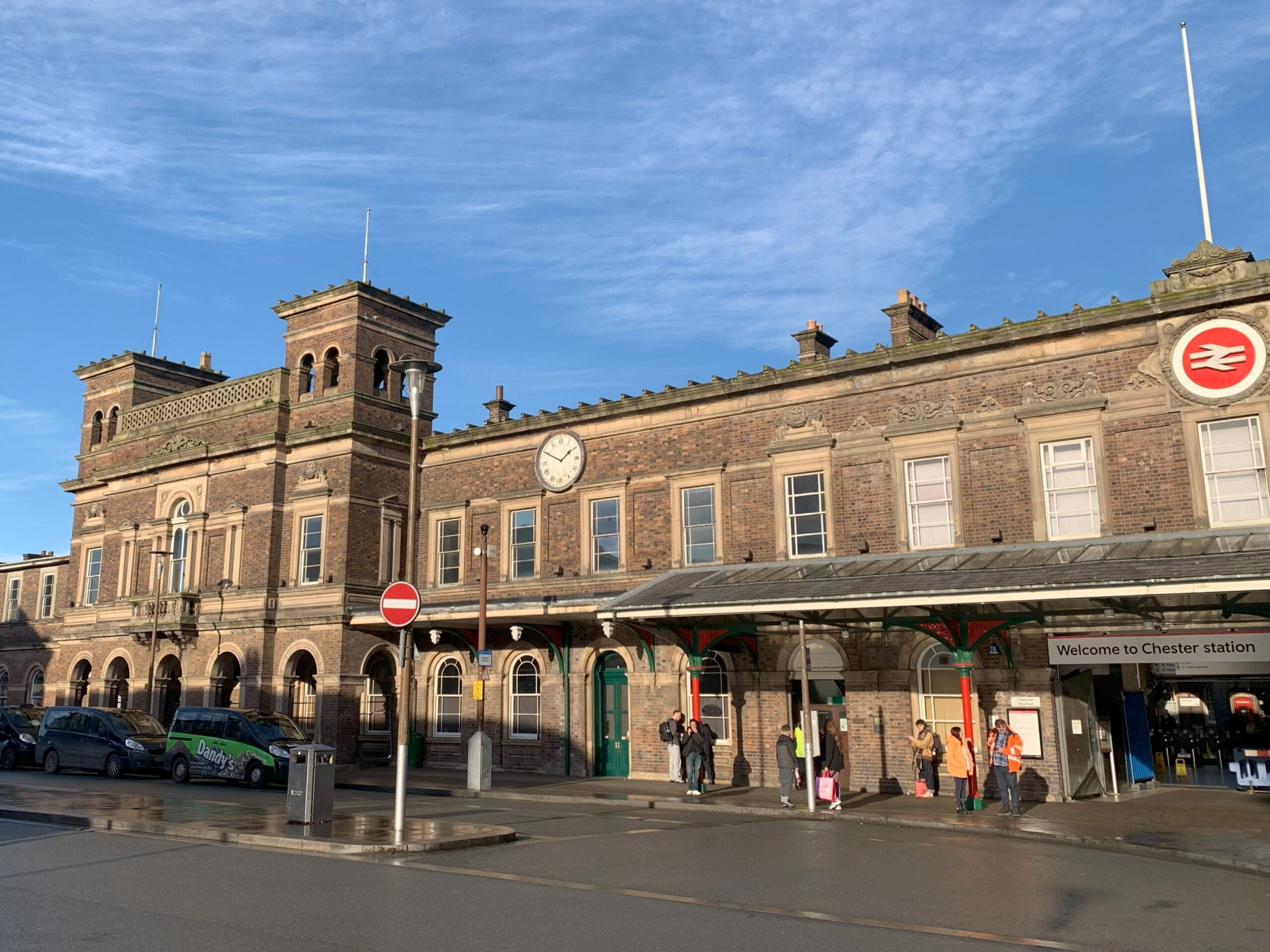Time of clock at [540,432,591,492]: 1:50
